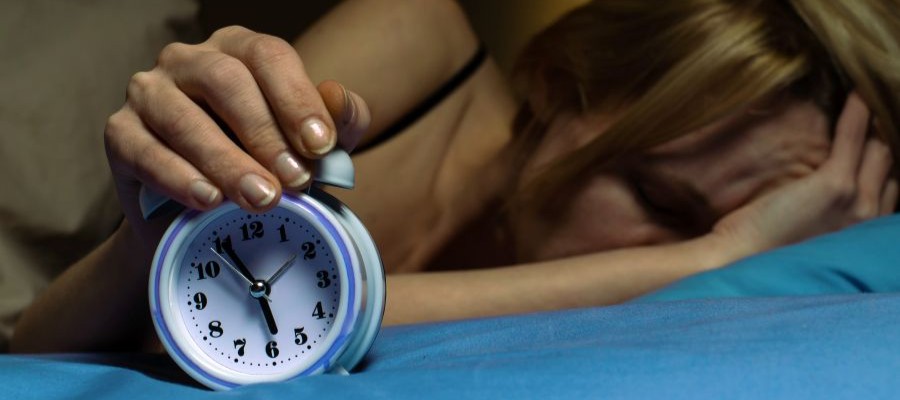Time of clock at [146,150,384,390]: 5:54
